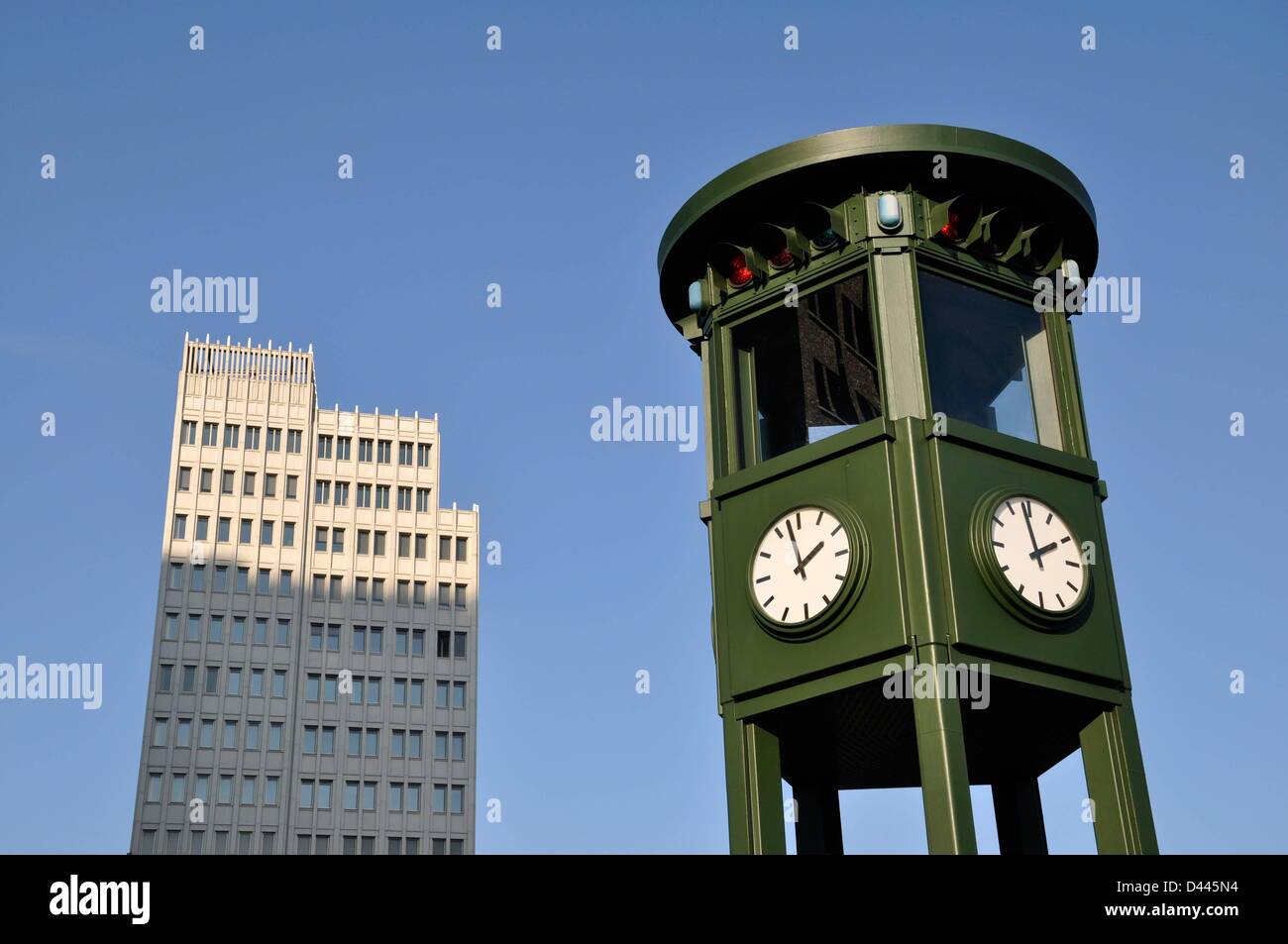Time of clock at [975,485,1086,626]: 1:58
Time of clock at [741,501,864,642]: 1:57
